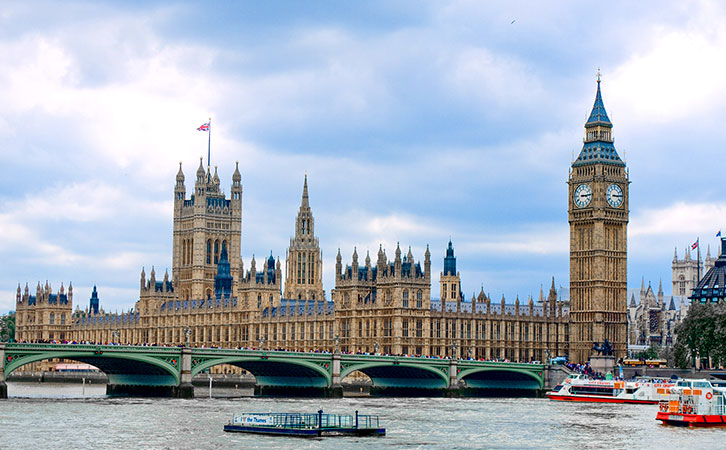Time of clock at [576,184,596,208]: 3:14
